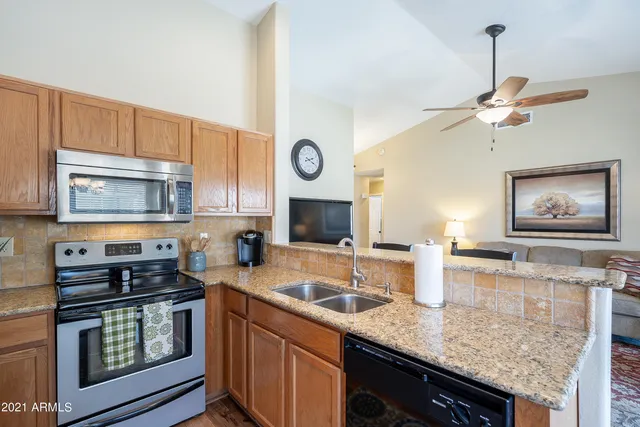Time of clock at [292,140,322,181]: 2:19
